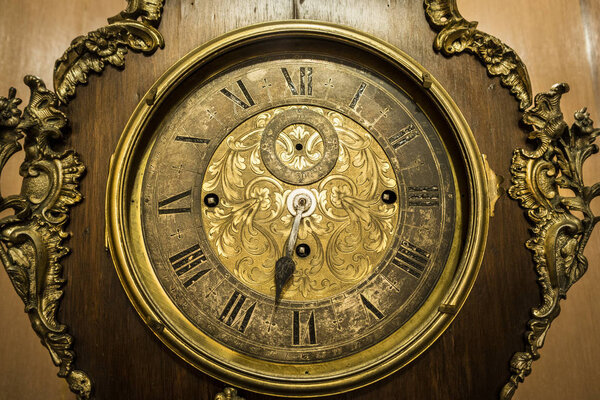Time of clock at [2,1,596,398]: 6:32
